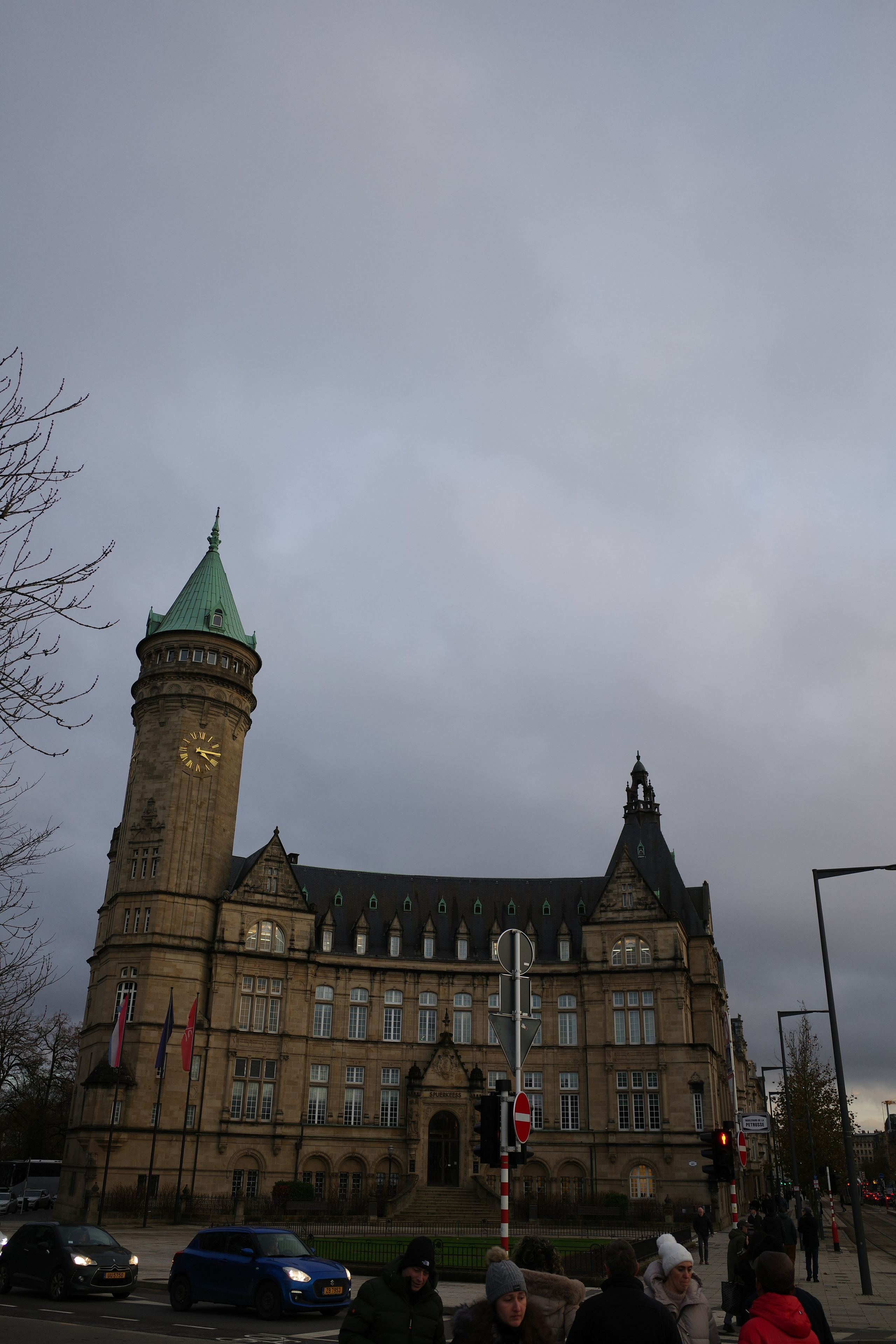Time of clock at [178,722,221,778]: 4:14
